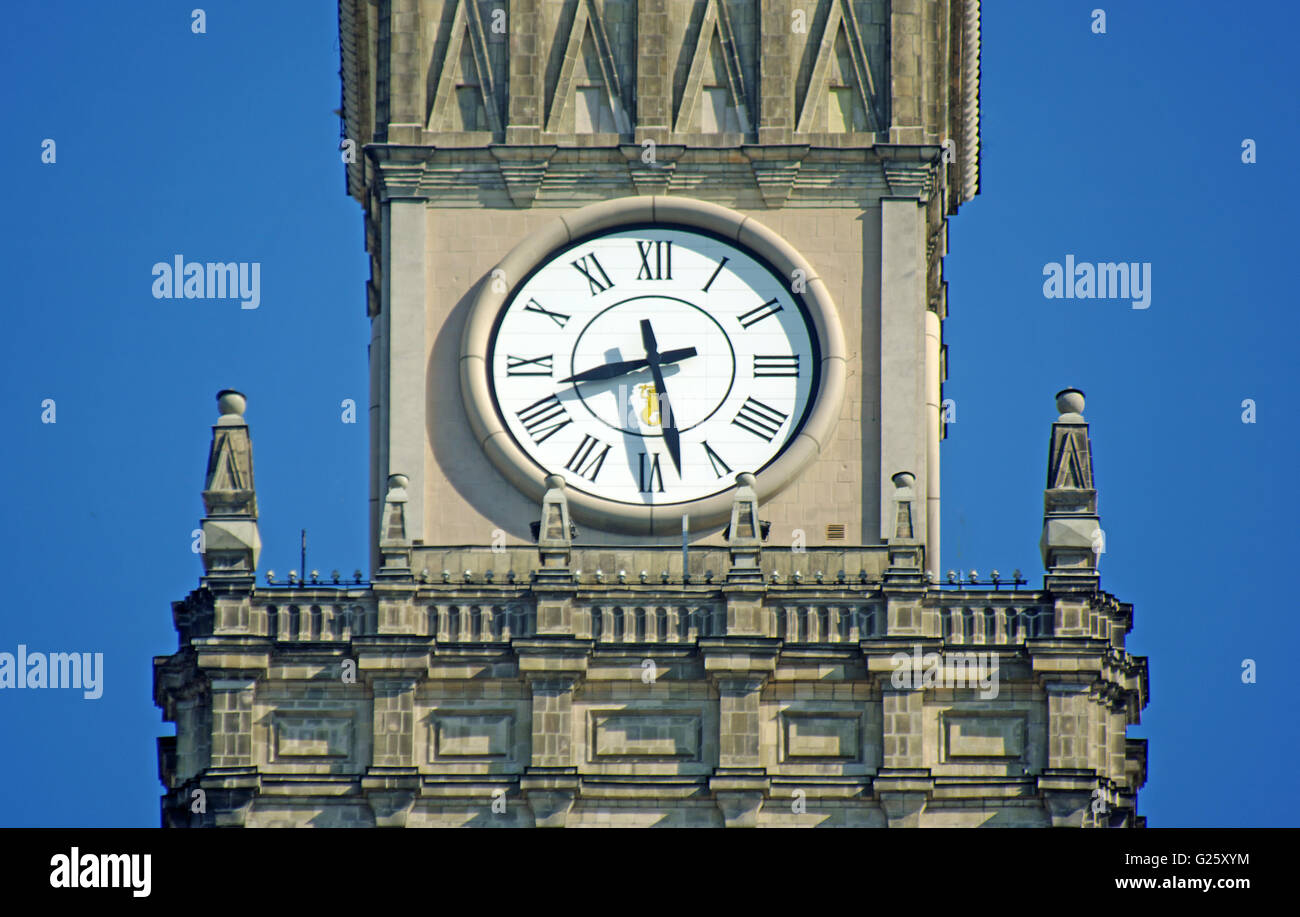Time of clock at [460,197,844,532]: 8:27
